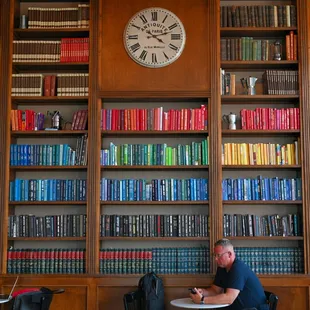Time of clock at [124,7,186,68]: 4:12
